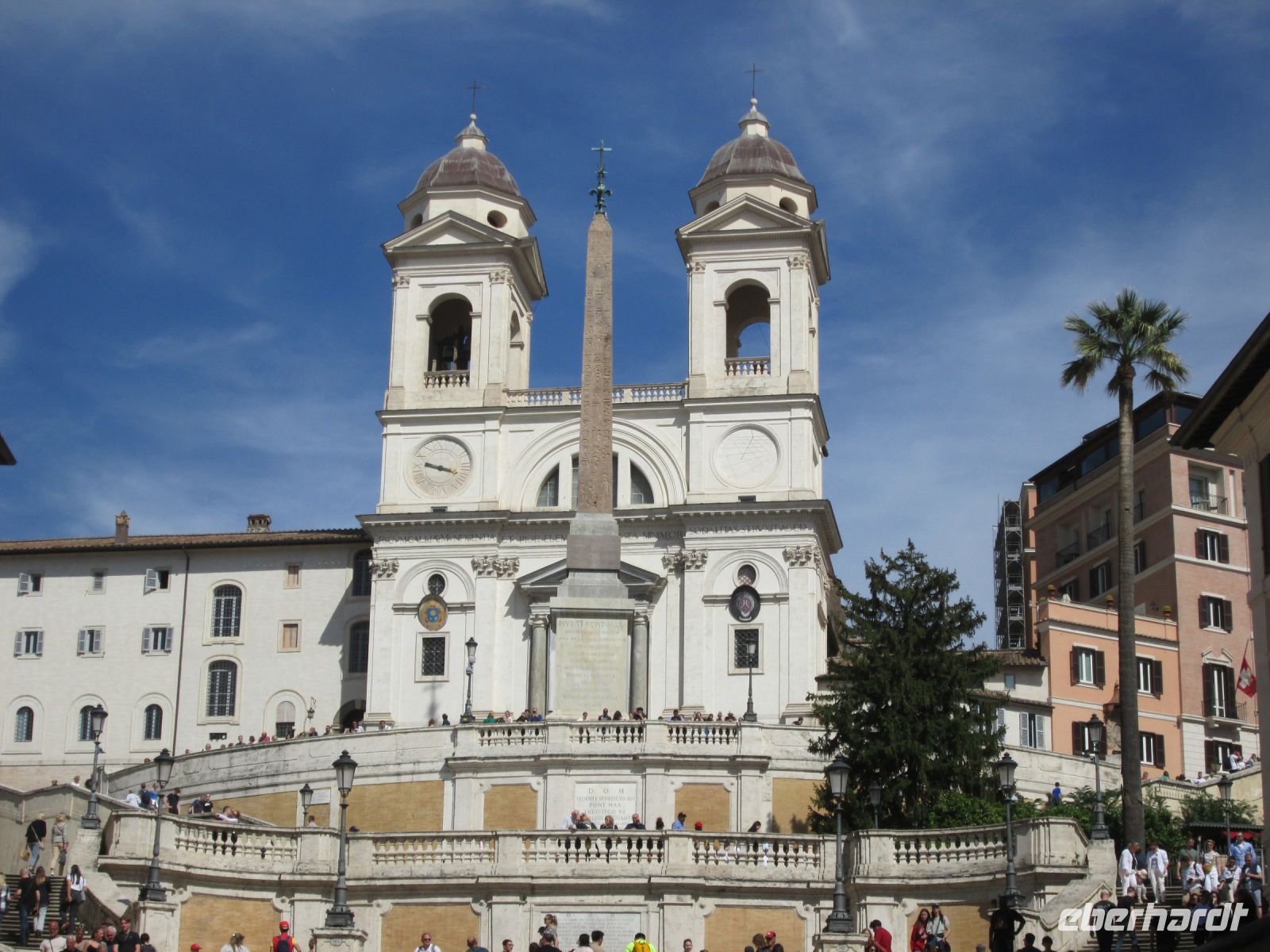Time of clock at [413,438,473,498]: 9:17
